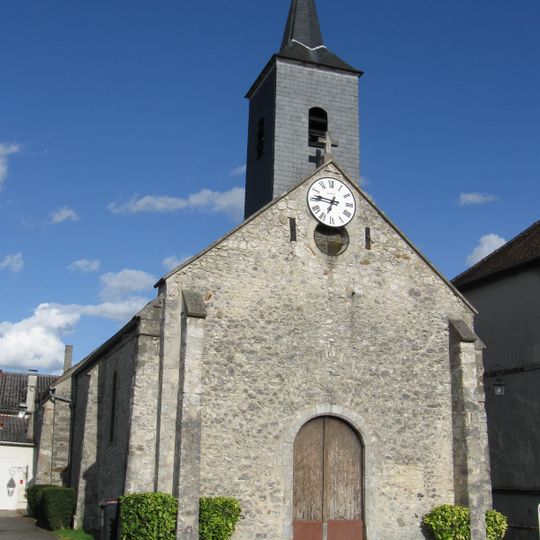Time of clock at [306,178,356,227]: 6:46
